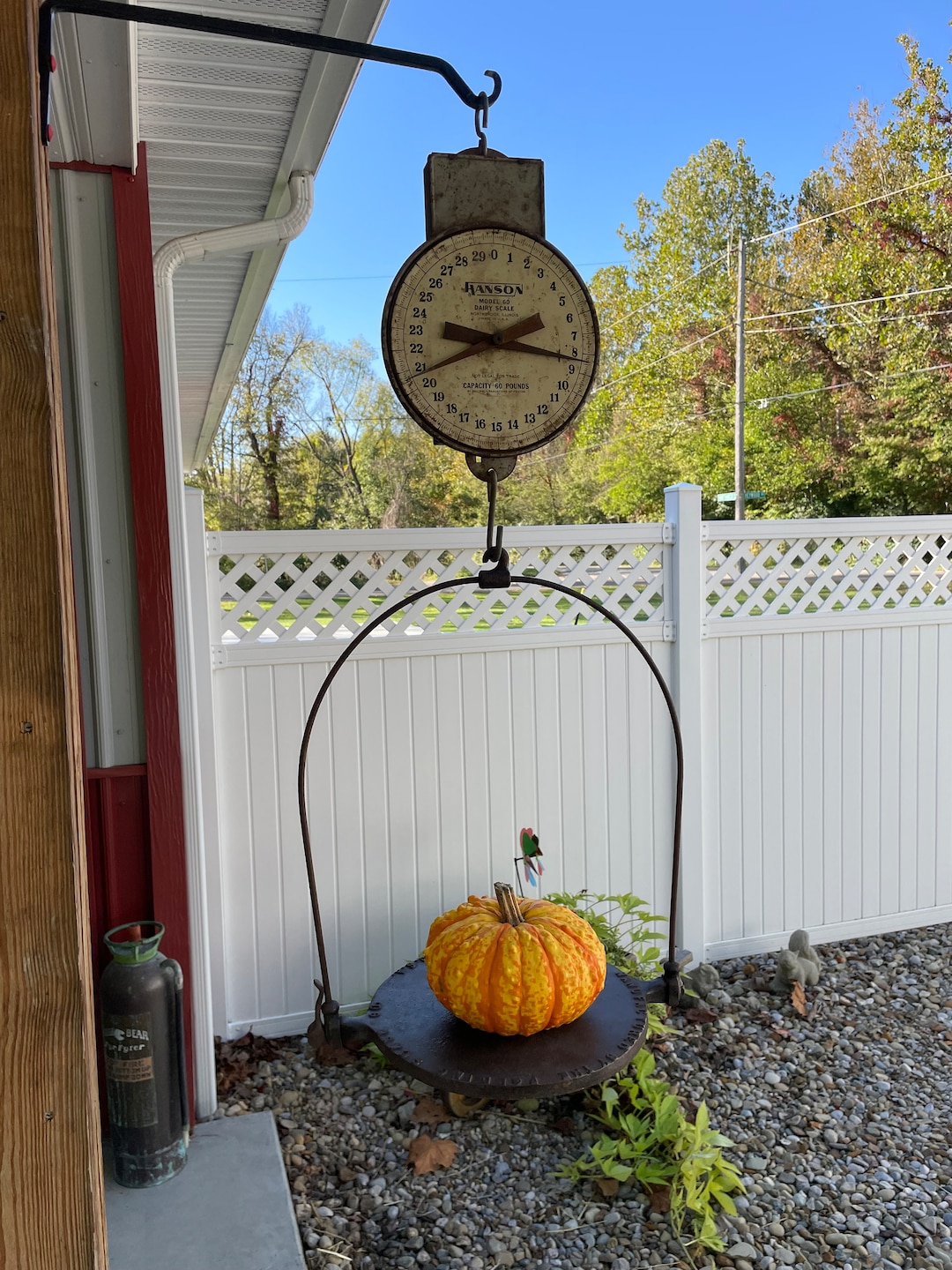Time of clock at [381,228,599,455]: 2:16
